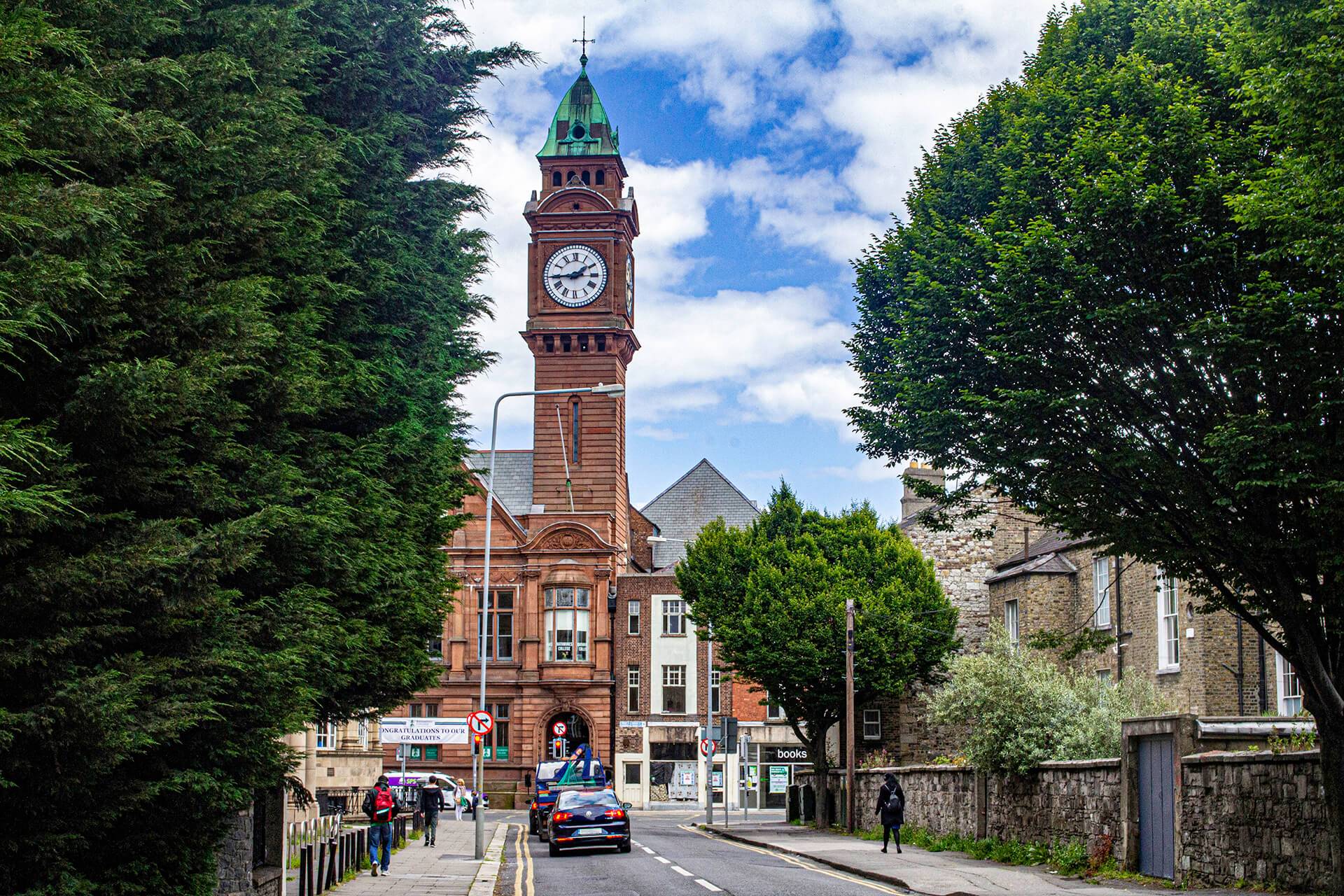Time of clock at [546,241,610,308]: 1:44
